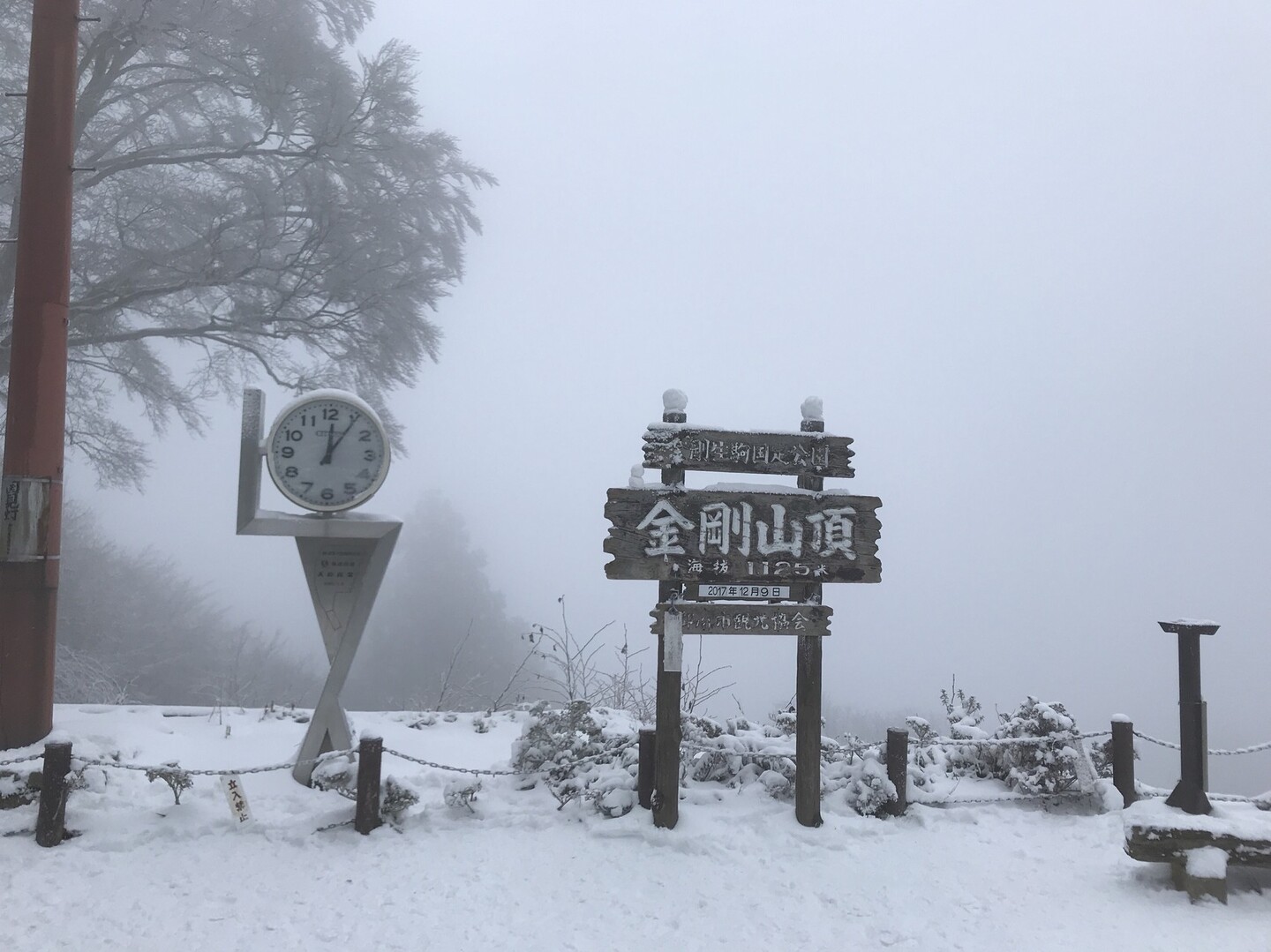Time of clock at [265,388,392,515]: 12:05
